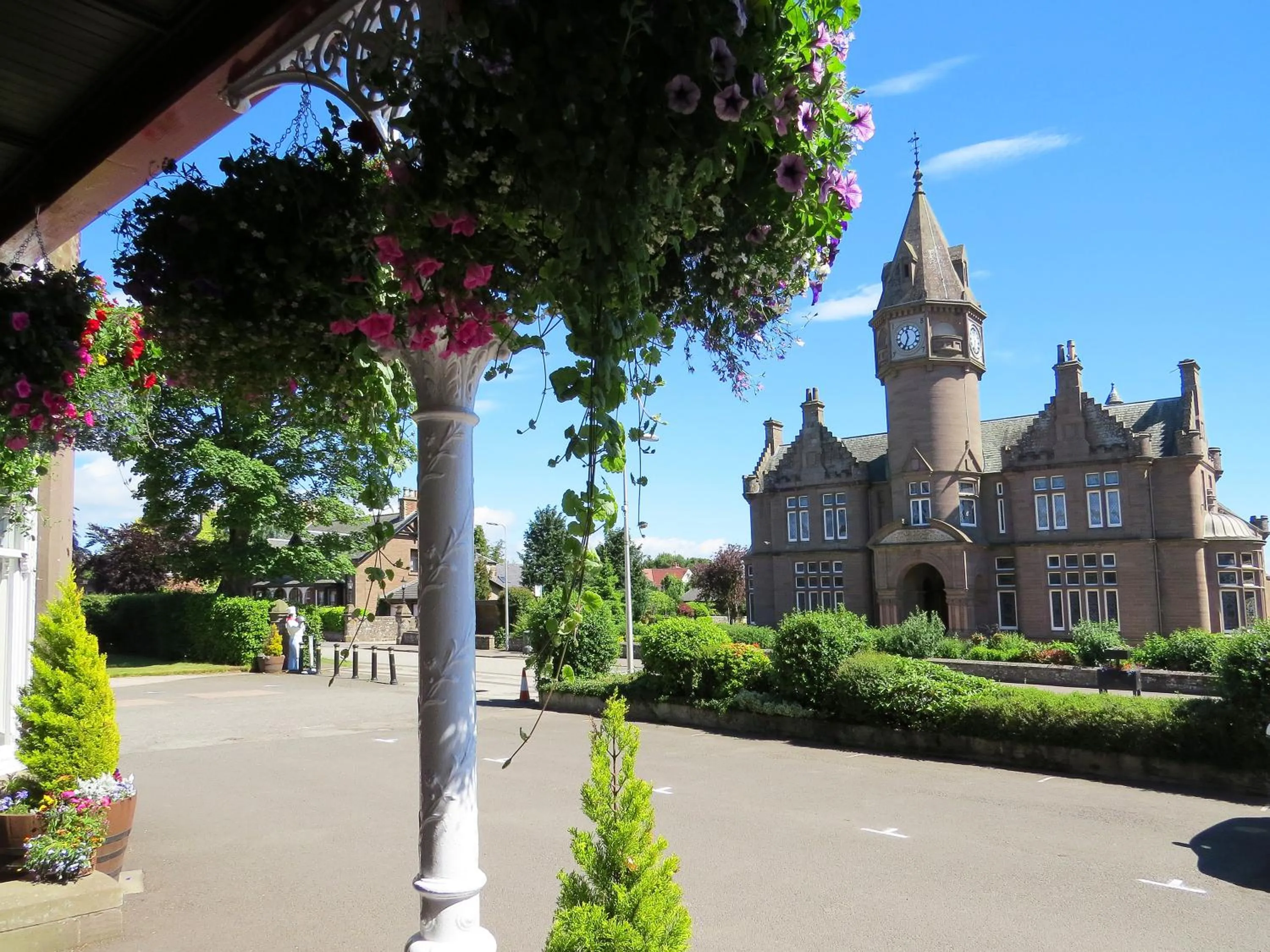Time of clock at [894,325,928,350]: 11:34
